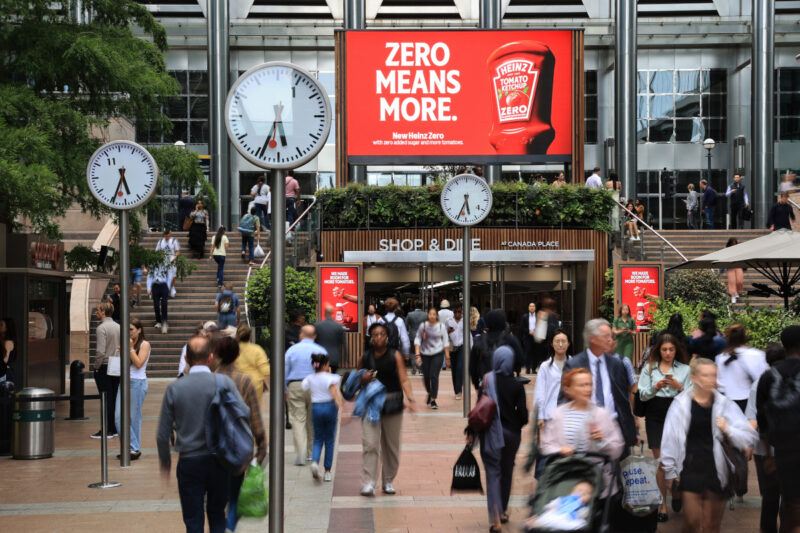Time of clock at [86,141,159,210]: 5:34
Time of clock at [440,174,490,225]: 5:33
